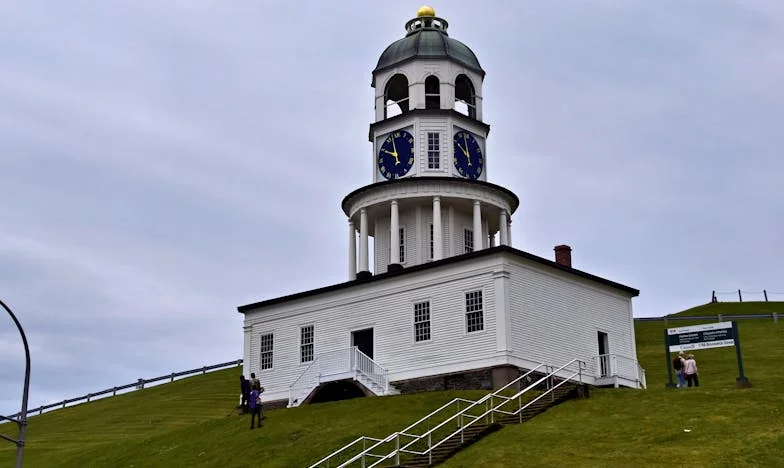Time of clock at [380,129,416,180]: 9:57
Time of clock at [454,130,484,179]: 9:57
